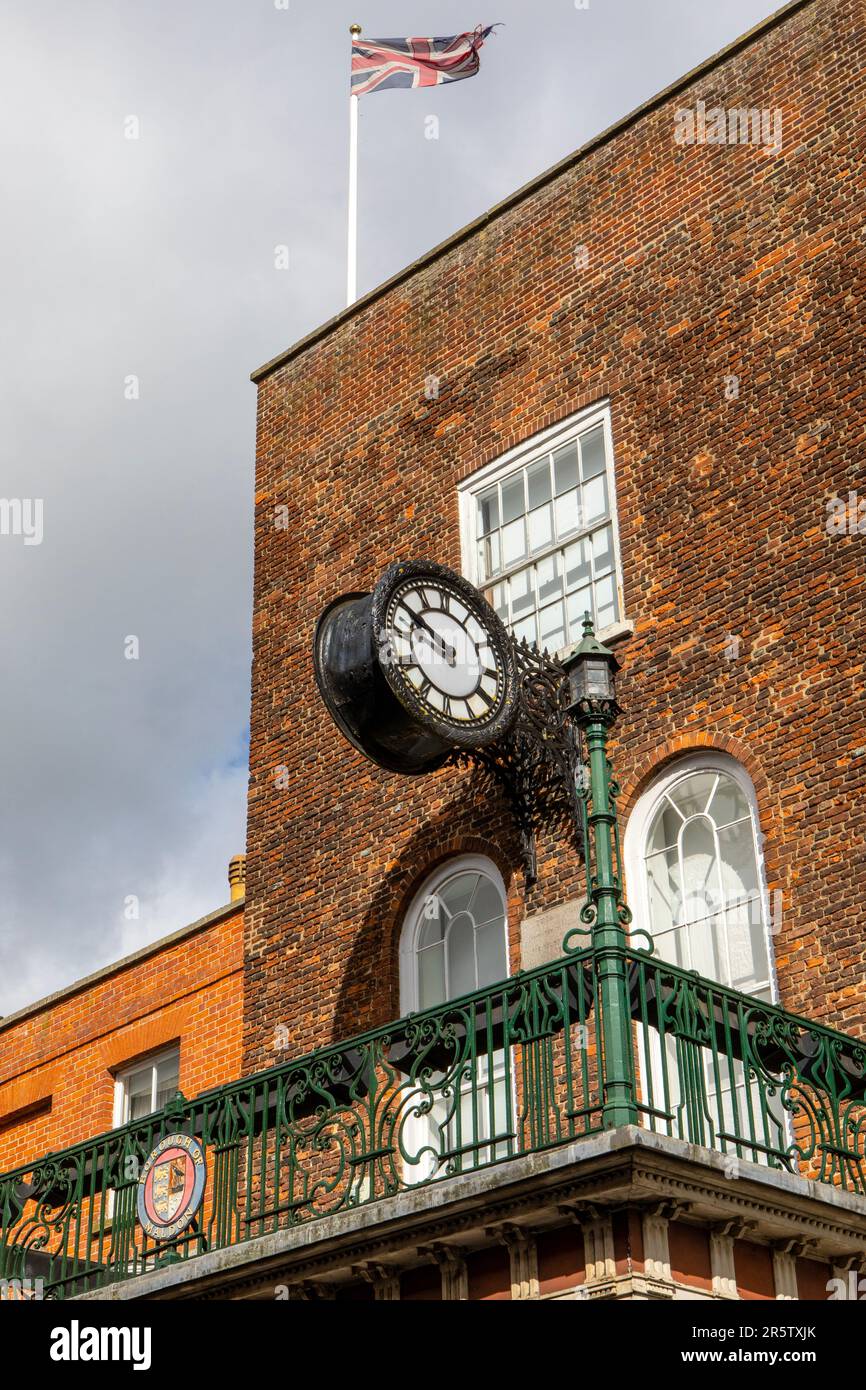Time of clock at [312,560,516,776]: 9:50
